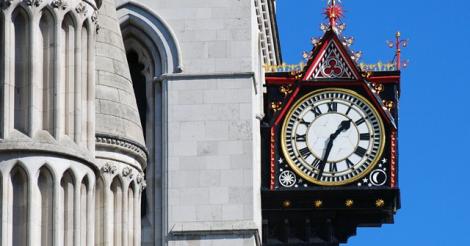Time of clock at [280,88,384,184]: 1:33
